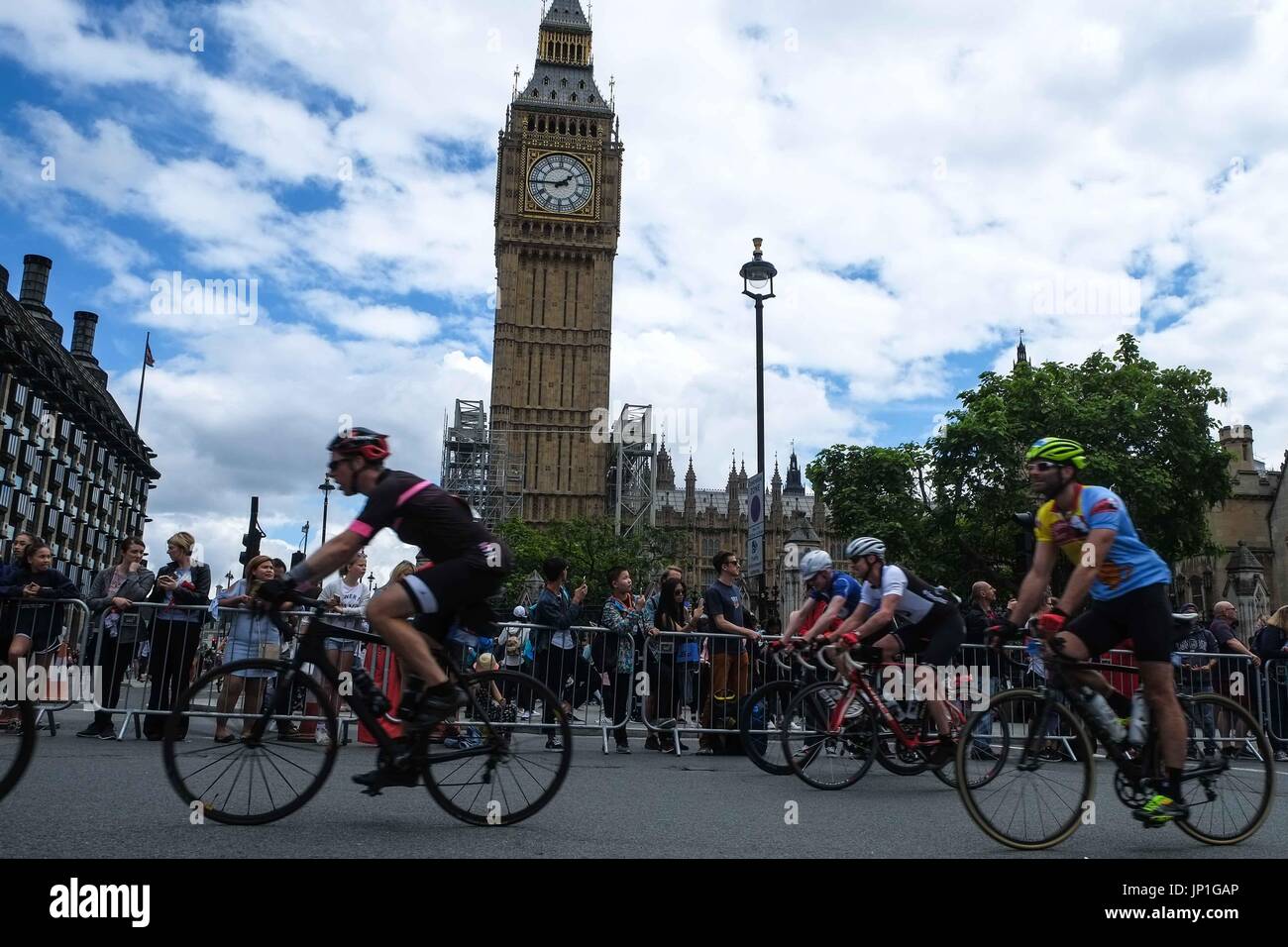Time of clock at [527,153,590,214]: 1:45
